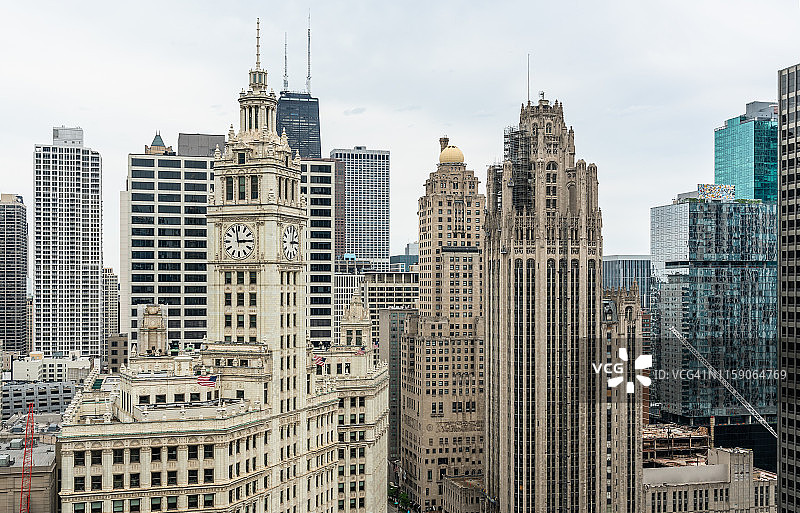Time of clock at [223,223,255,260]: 2:58
